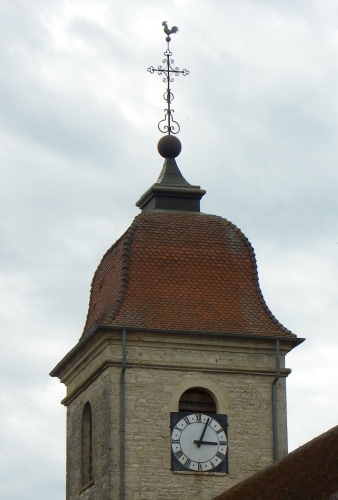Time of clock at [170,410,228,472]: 3:04
